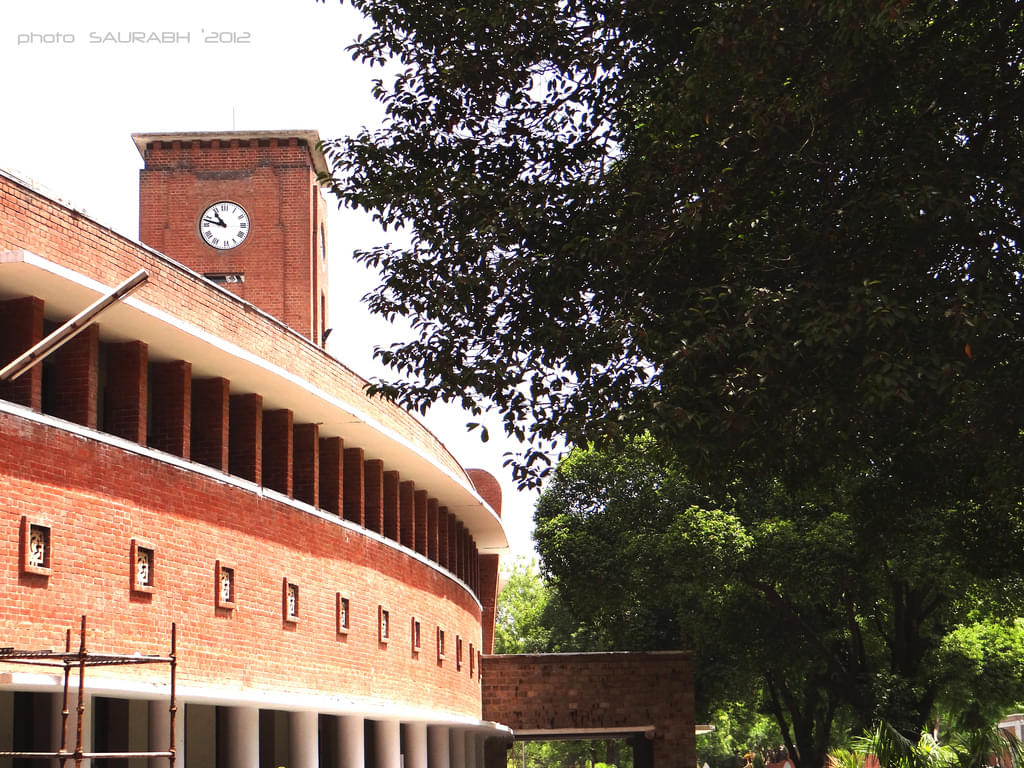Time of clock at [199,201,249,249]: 10:47
